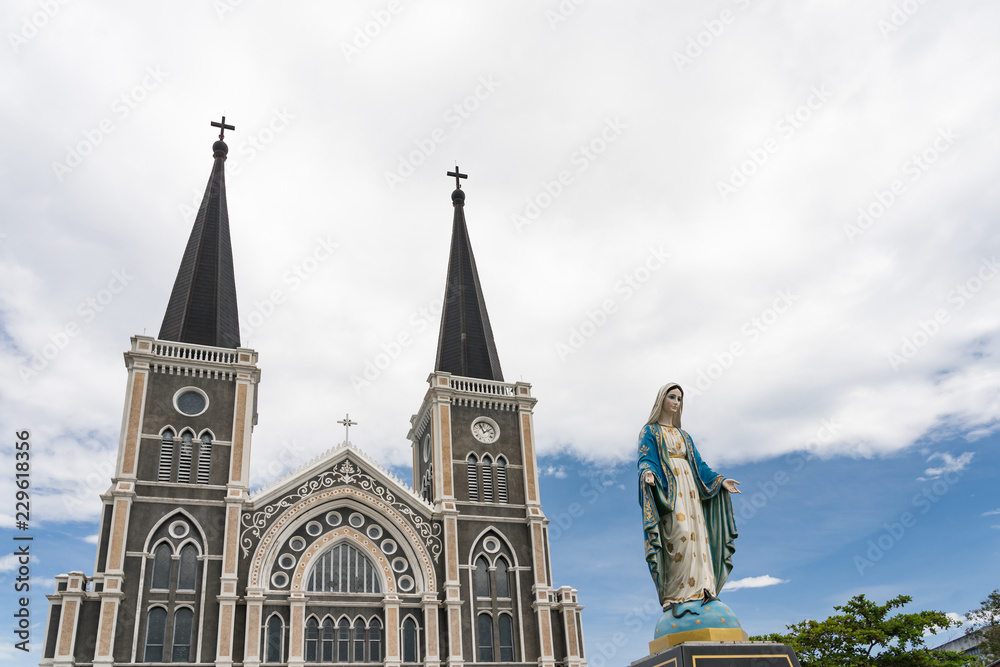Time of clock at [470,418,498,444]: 1:56
